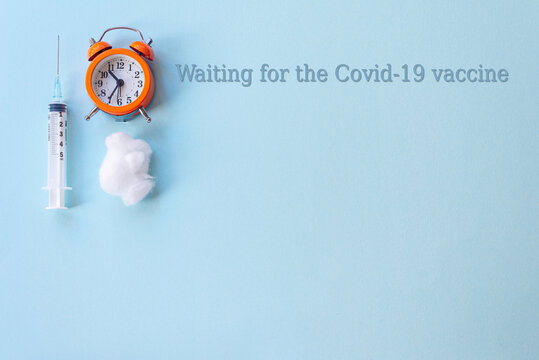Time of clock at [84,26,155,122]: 10:35
